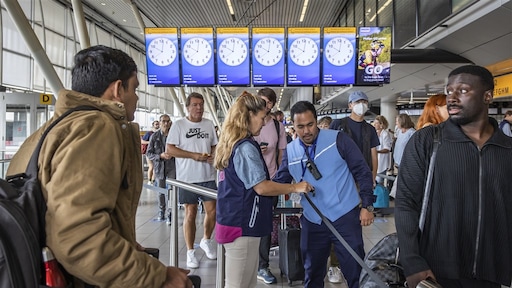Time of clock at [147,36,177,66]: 10:01
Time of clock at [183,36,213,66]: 10:01
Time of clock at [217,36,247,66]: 10:01
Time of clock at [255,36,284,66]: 10:01
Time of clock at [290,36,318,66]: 10:01
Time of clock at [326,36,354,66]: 10:01
